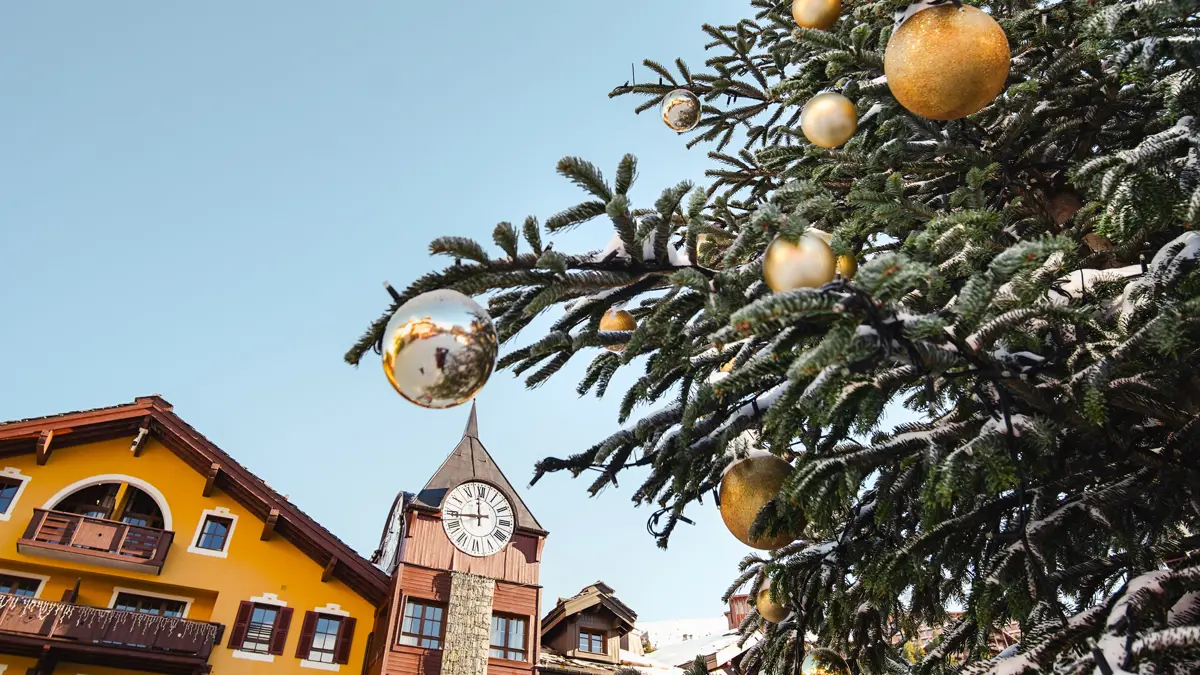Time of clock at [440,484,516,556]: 11:43
